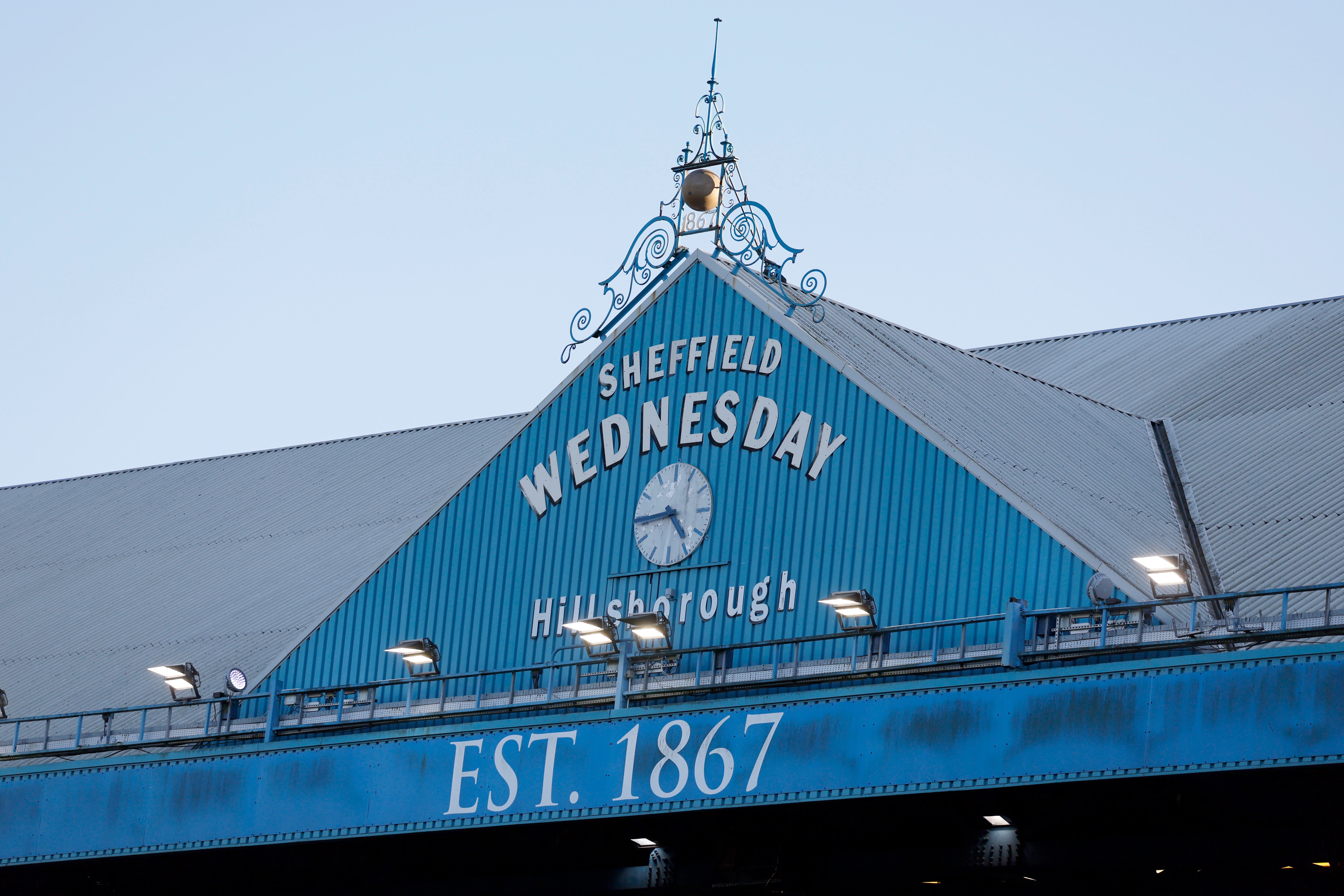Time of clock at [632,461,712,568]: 4:44
